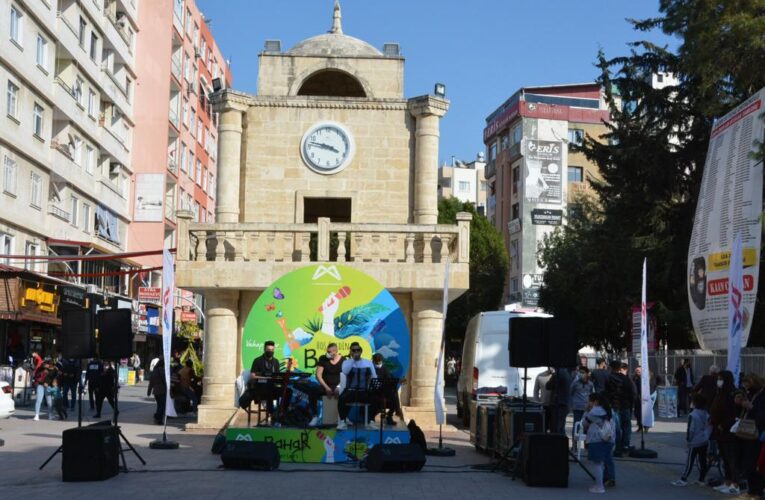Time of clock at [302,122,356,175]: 3:47
